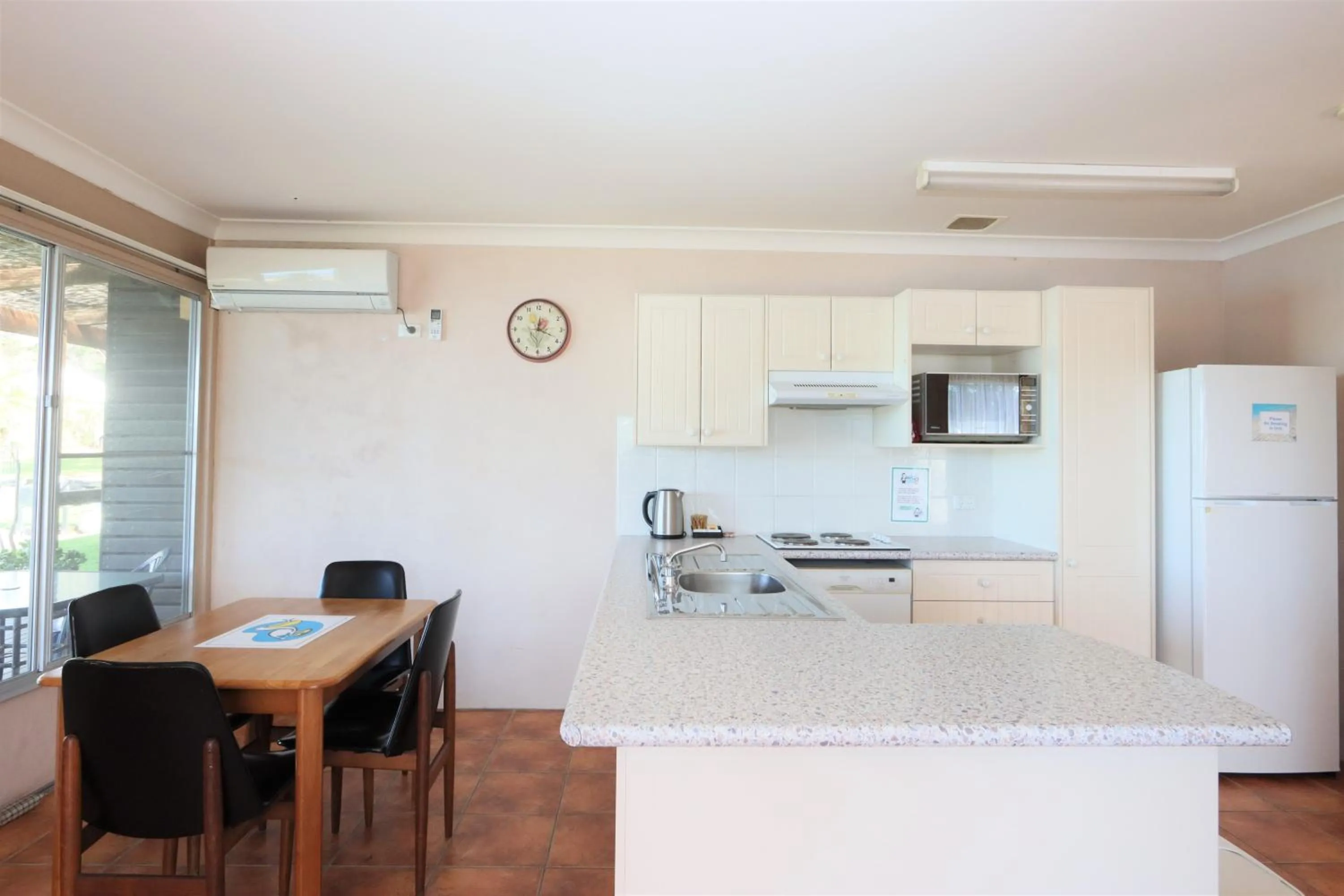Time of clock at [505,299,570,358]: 12:18
